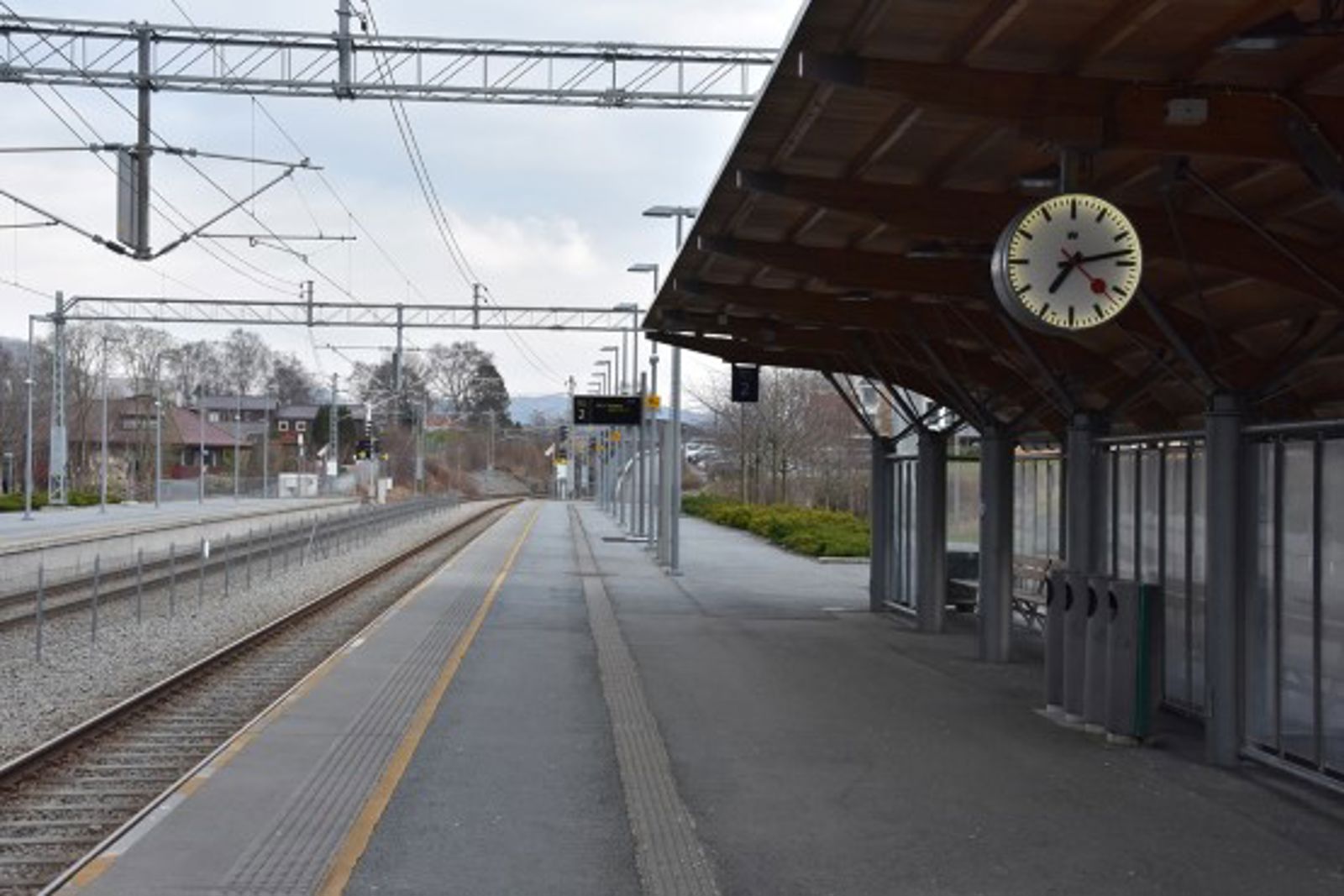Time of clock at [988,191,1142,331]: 7:13
